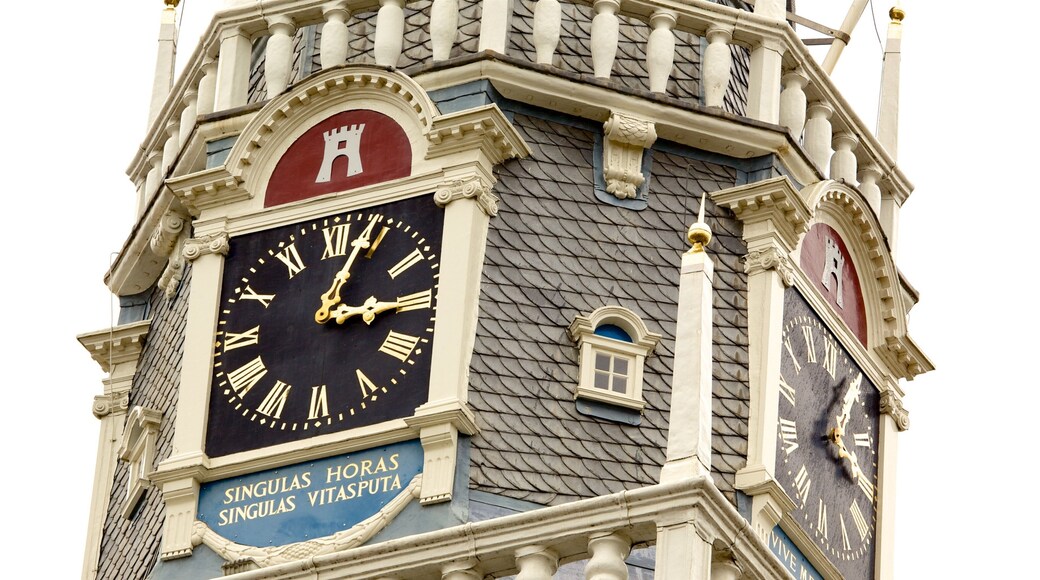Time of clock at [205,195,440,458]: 3:03
